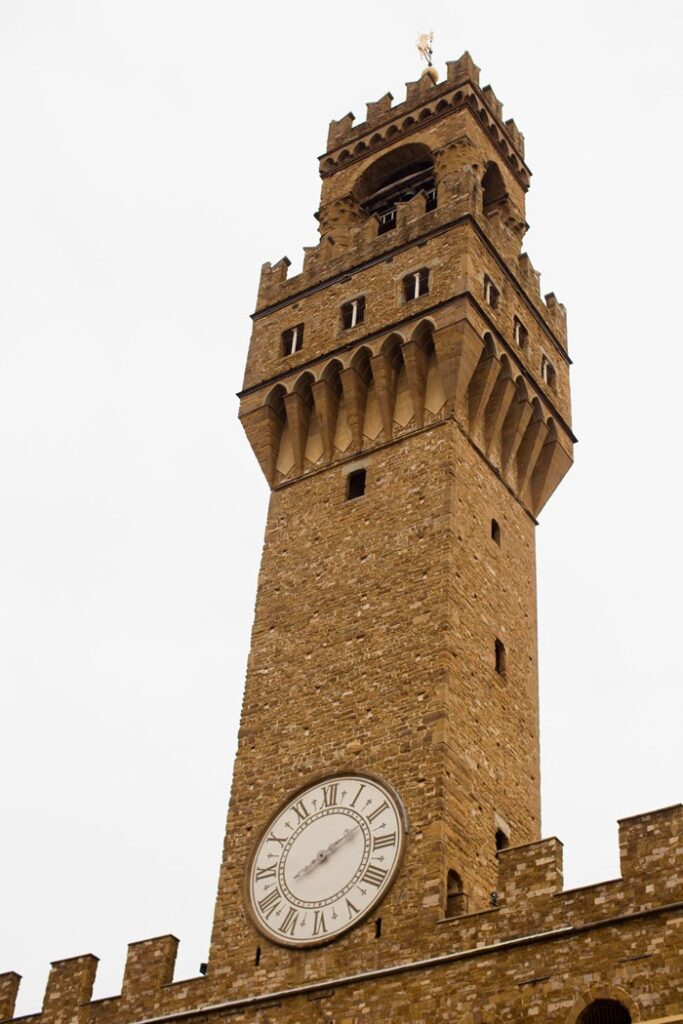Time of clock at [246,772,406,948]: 8:10
